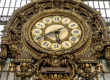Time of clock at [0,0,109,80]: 5:40
